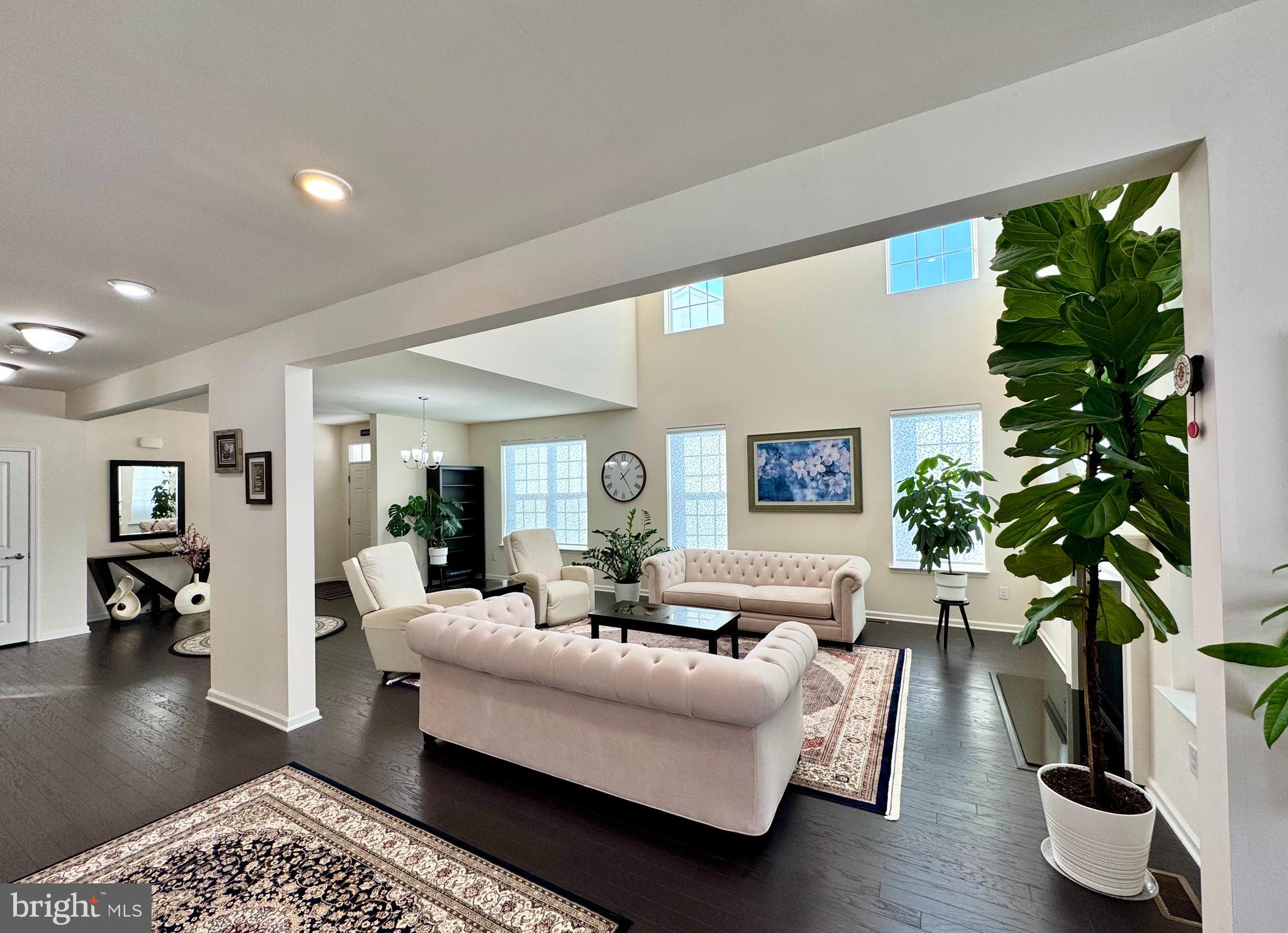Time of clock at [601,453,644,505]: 1:24
